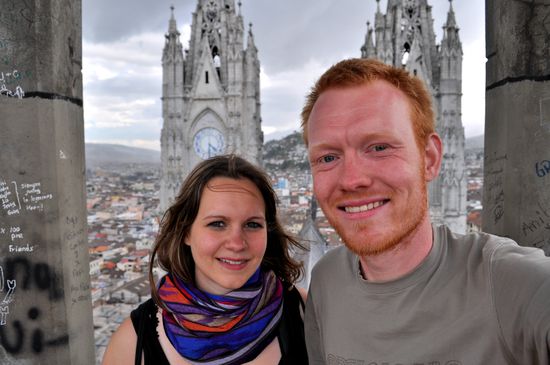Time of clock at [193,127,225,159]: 4:31
